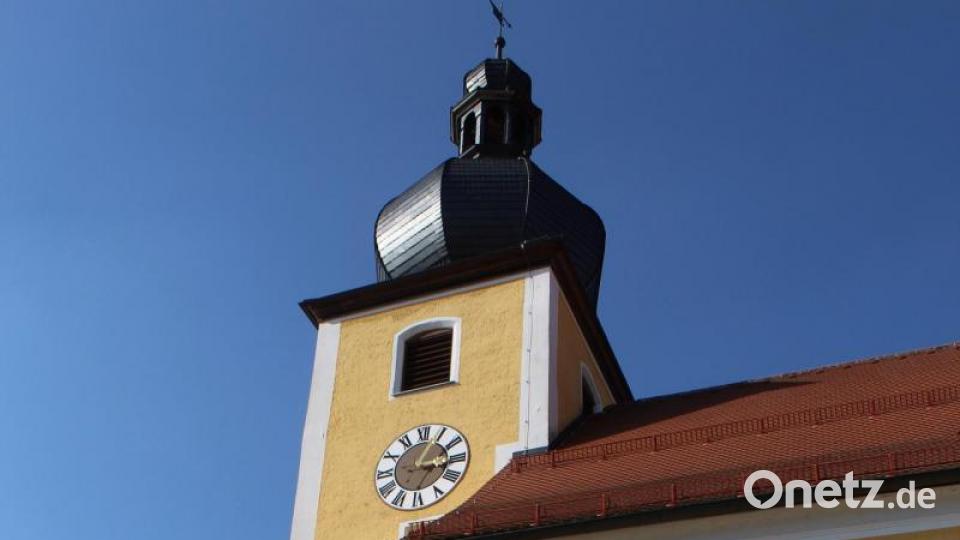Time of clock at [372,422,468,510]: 3:04
